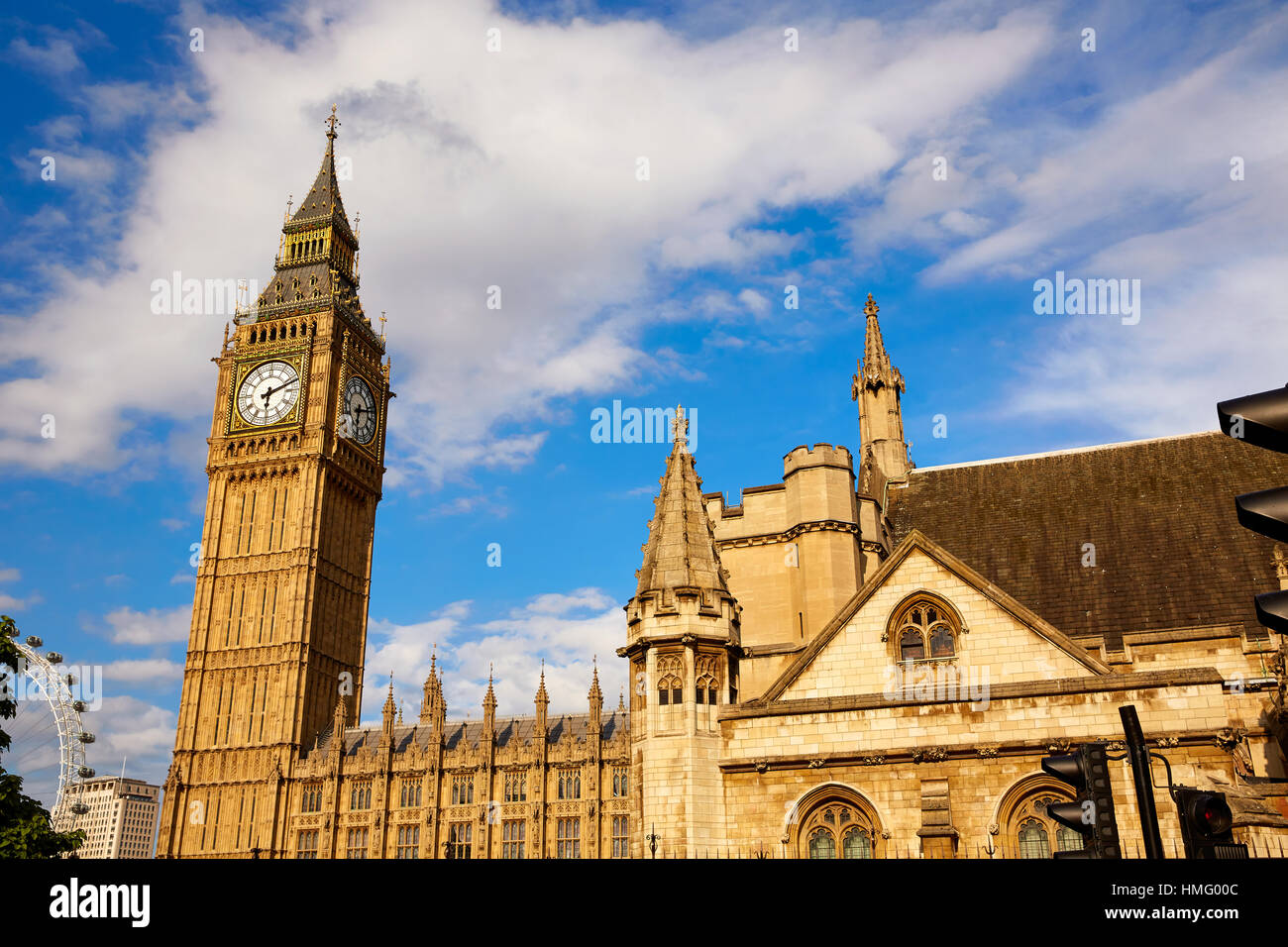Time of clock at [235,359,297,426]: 6:11
